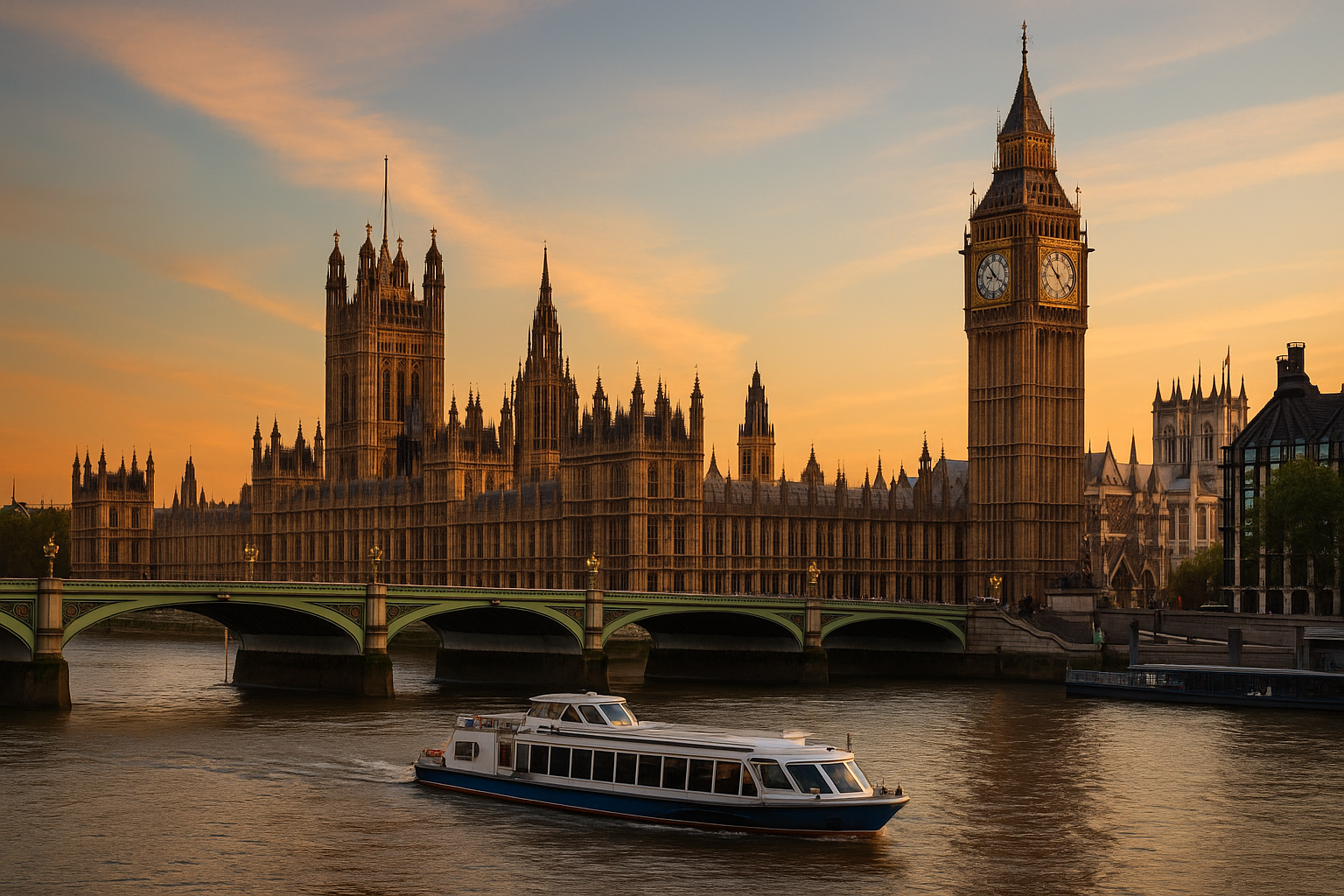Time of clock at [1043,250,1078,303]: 10:24
